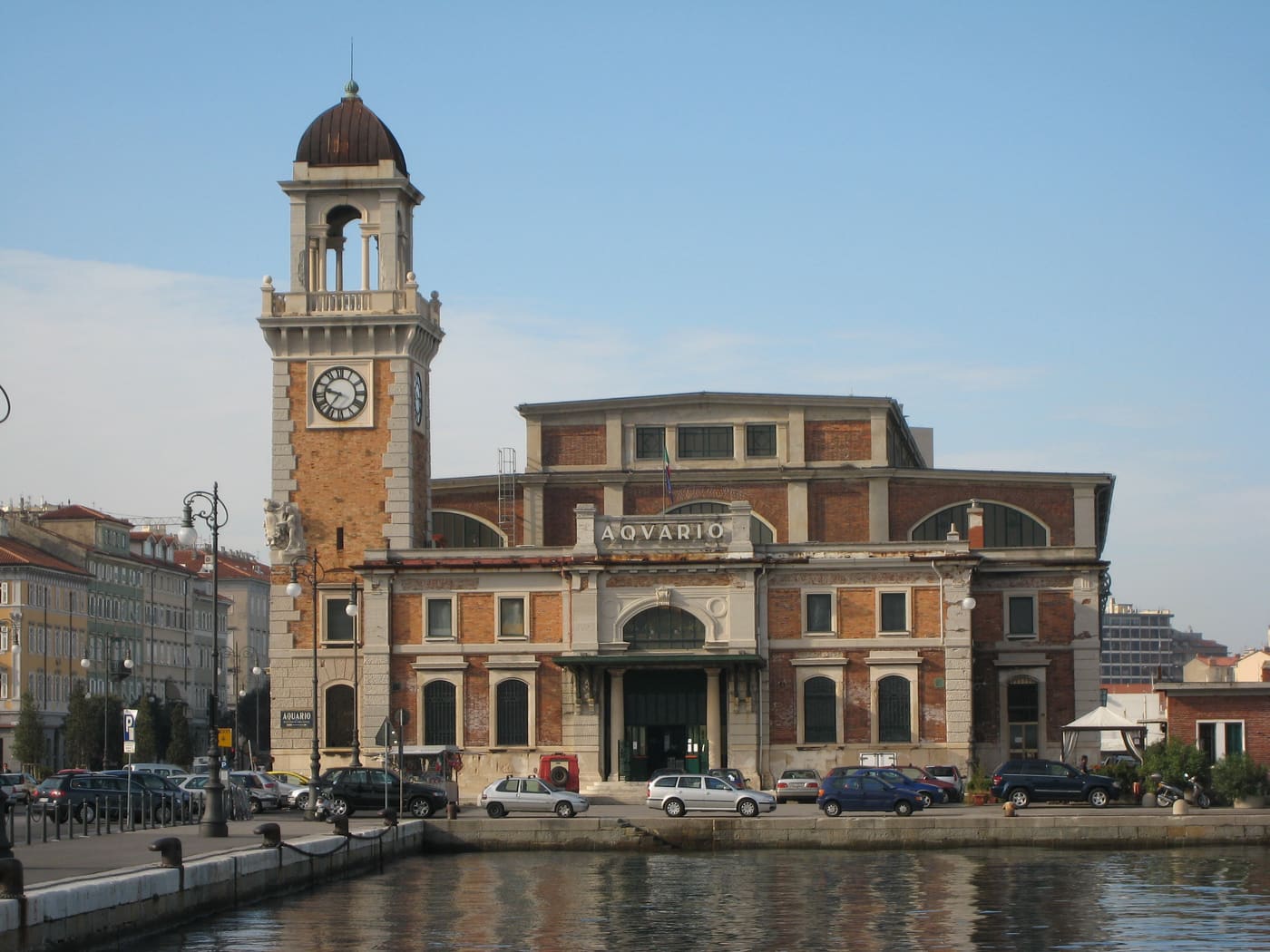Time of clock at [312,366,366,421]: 9:36
